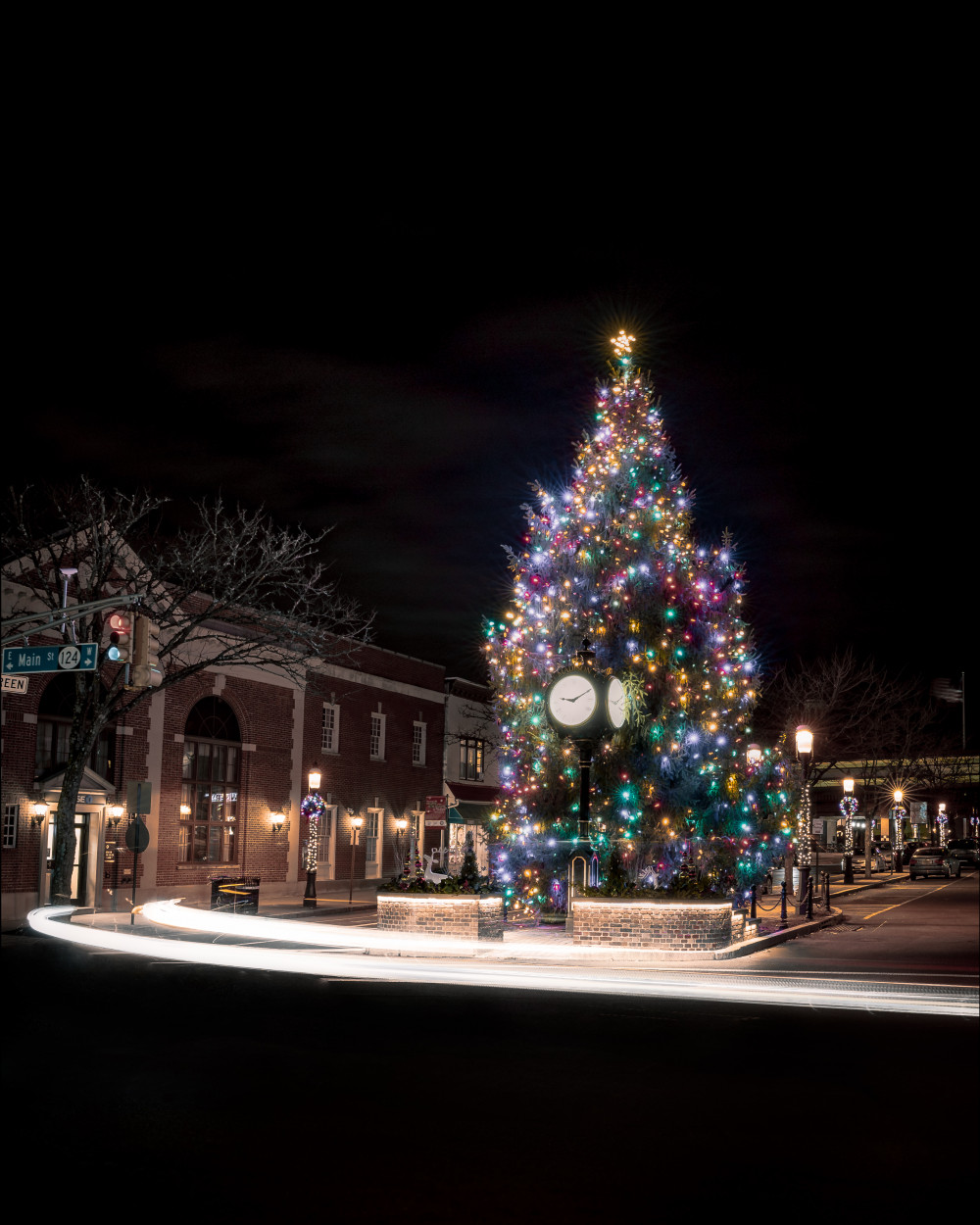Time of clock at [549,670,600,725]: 9:10
